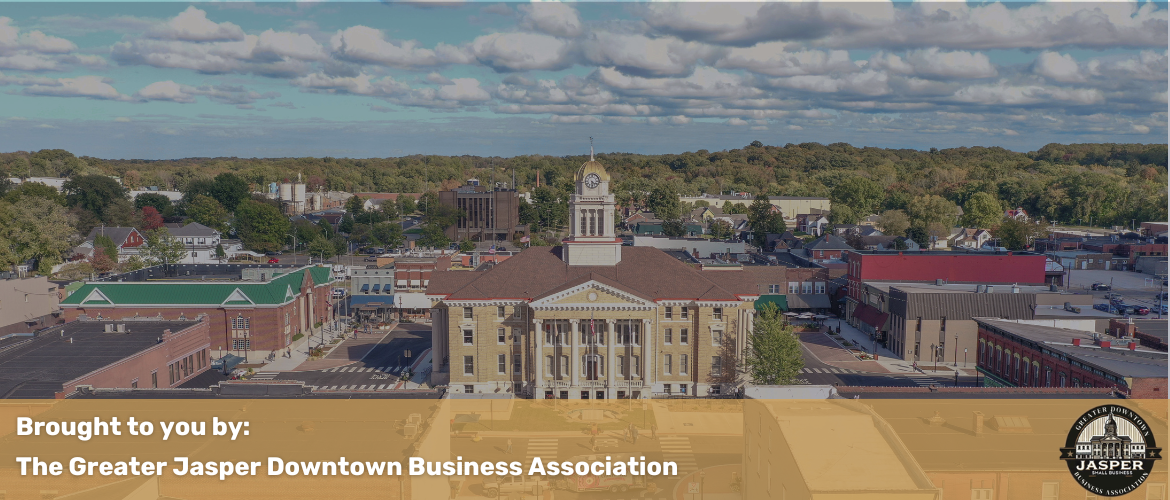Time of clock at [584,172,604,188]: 4:29
